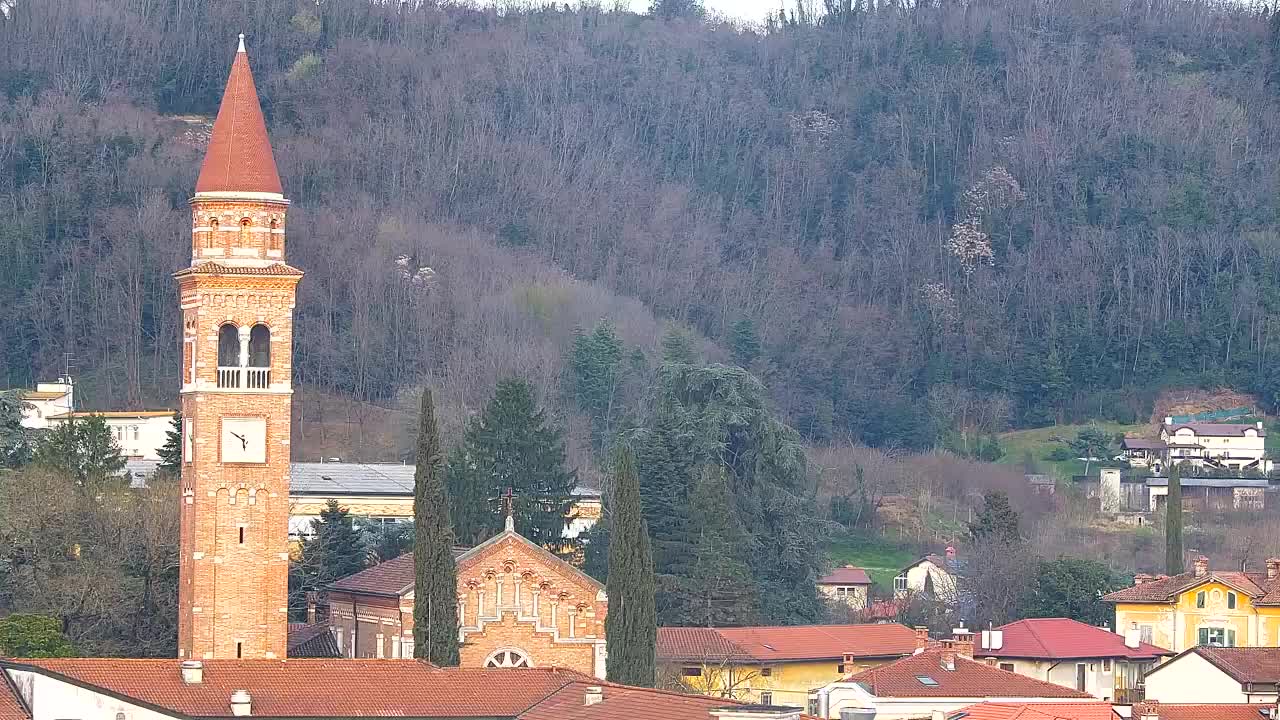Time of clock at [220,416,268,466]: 5:50
